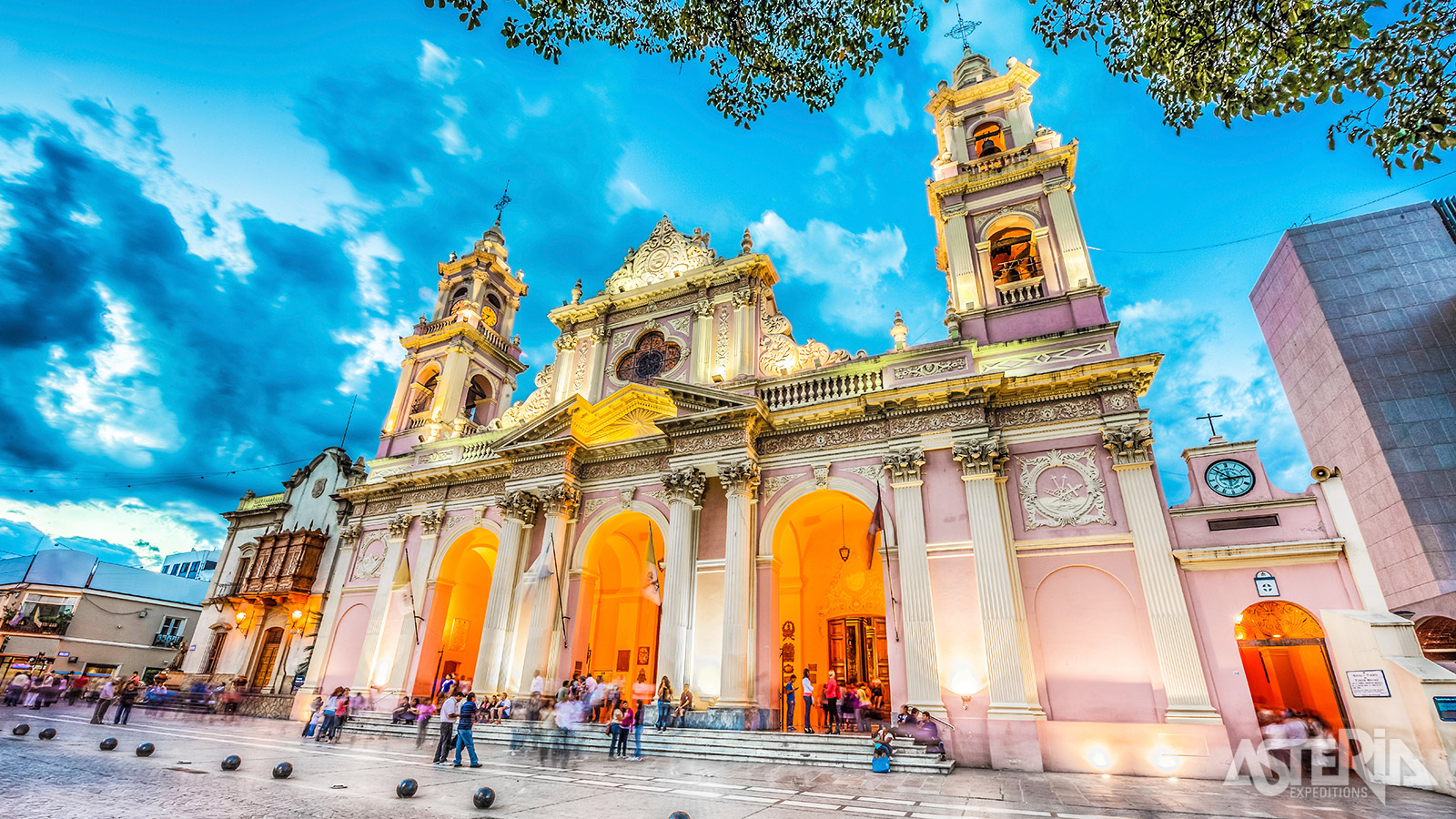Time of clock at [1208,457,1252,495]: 2:52
